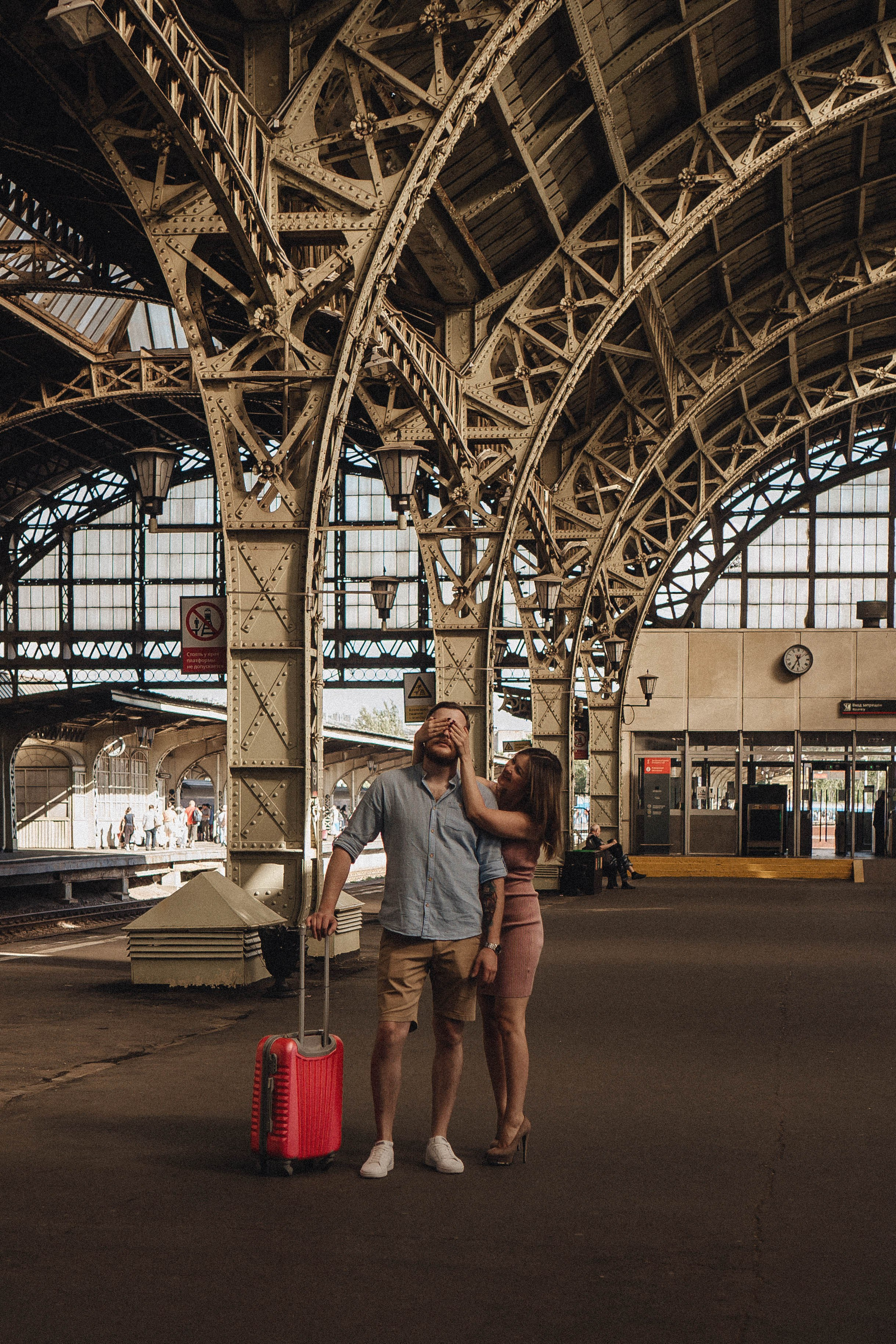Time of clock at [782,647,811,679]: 5:34
